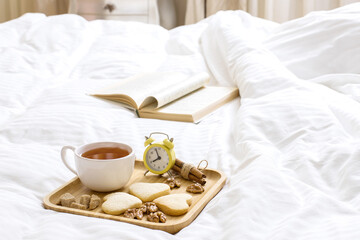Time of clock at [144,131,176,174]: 7:56
